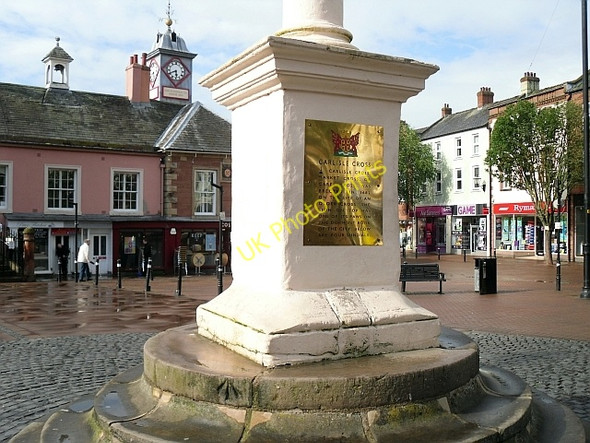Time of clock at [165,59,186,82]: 5:40
